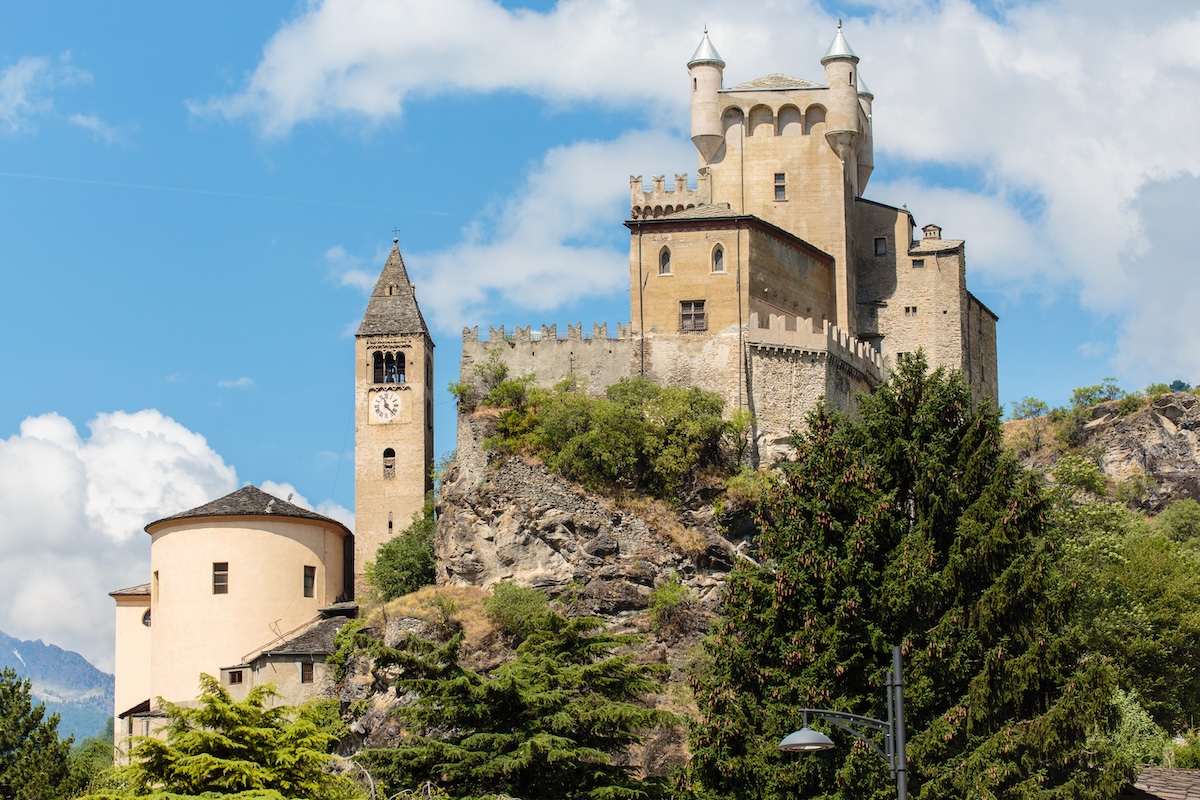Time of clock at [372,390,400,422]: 11:22
